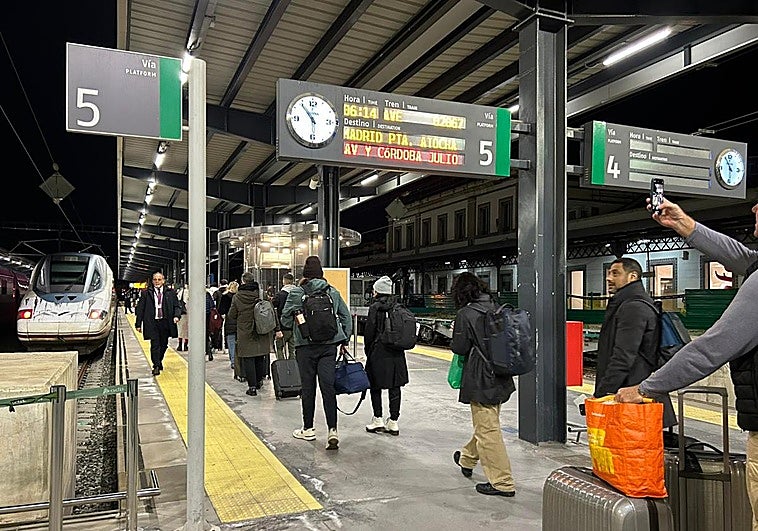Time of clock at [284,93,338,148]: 5:53
